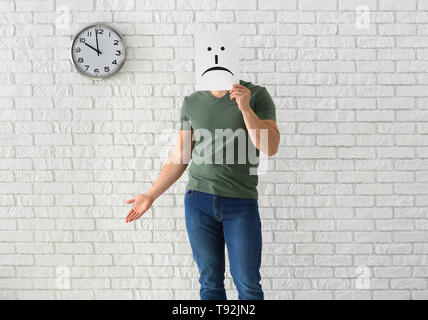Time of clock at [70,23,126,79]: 9:58
